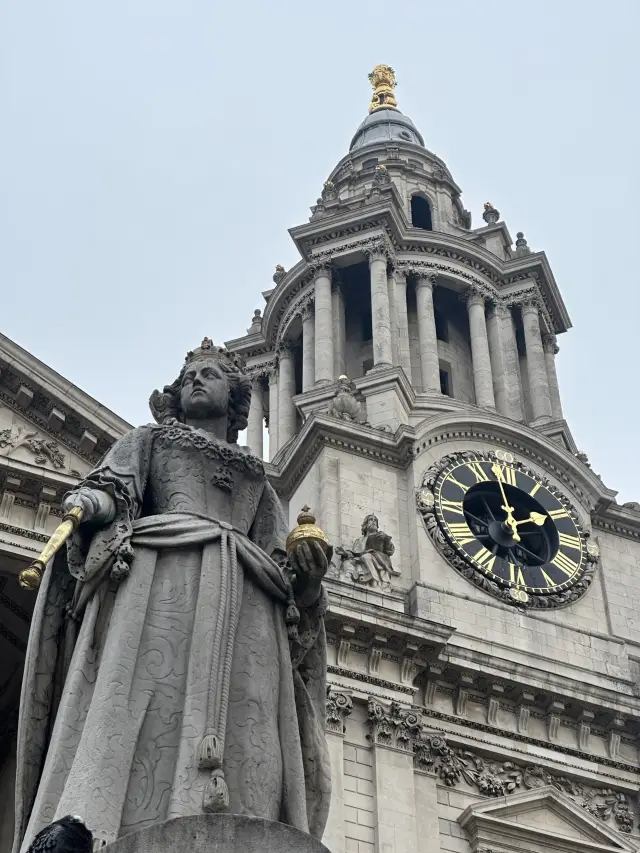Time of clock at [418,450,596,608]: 1:58
